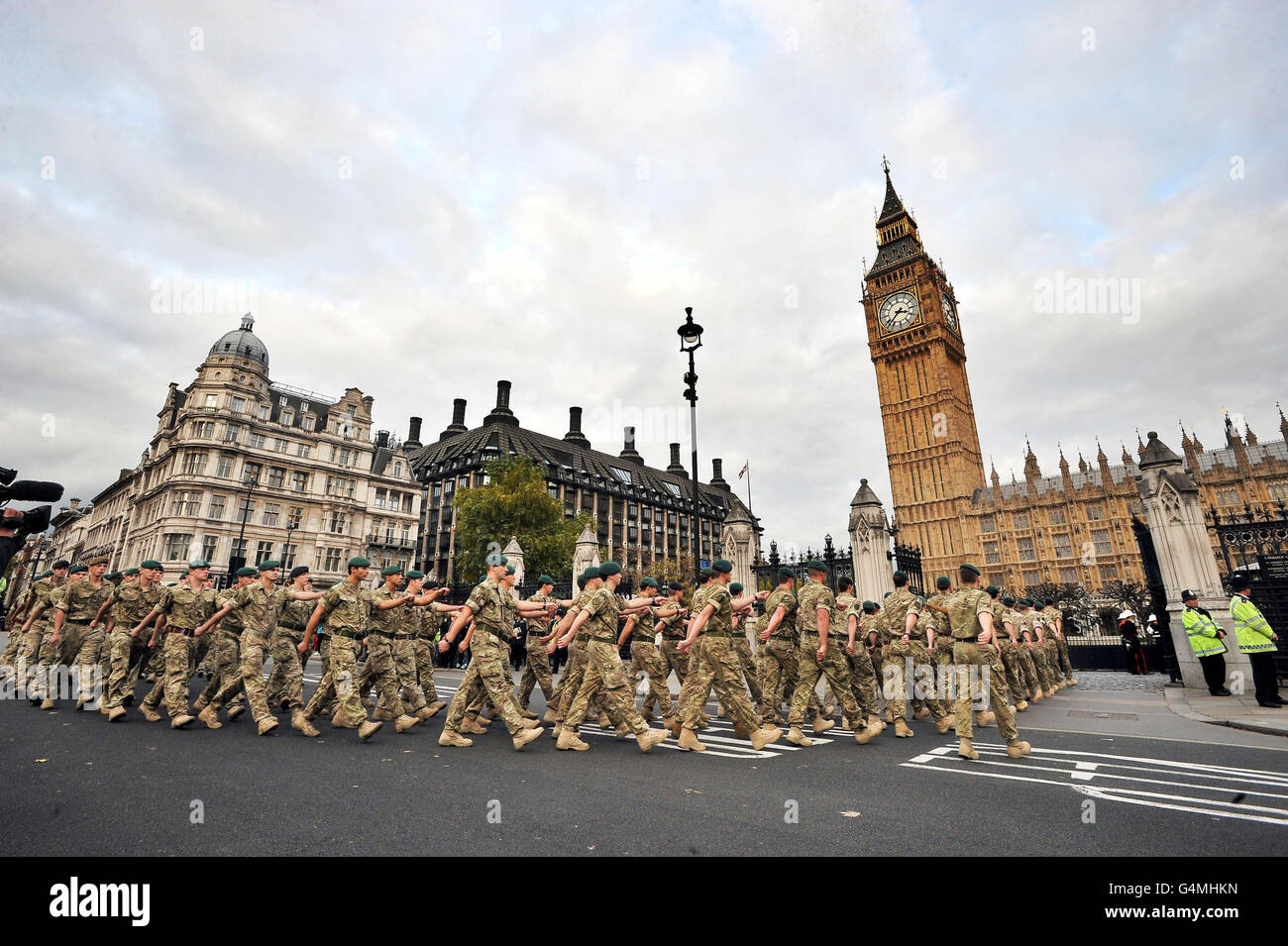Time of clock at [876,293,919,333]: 3:37
